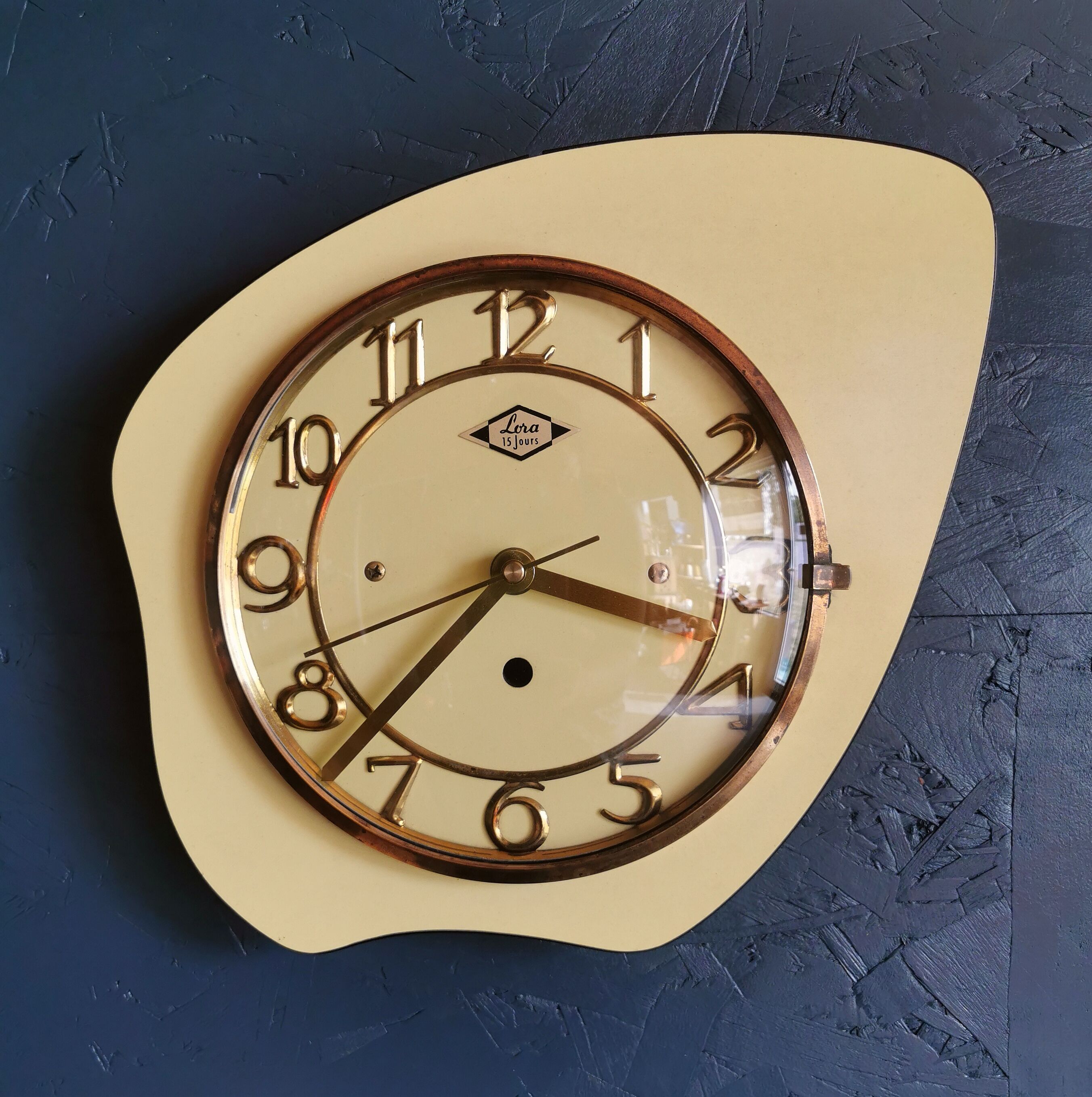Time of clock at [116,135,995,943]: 3:37
